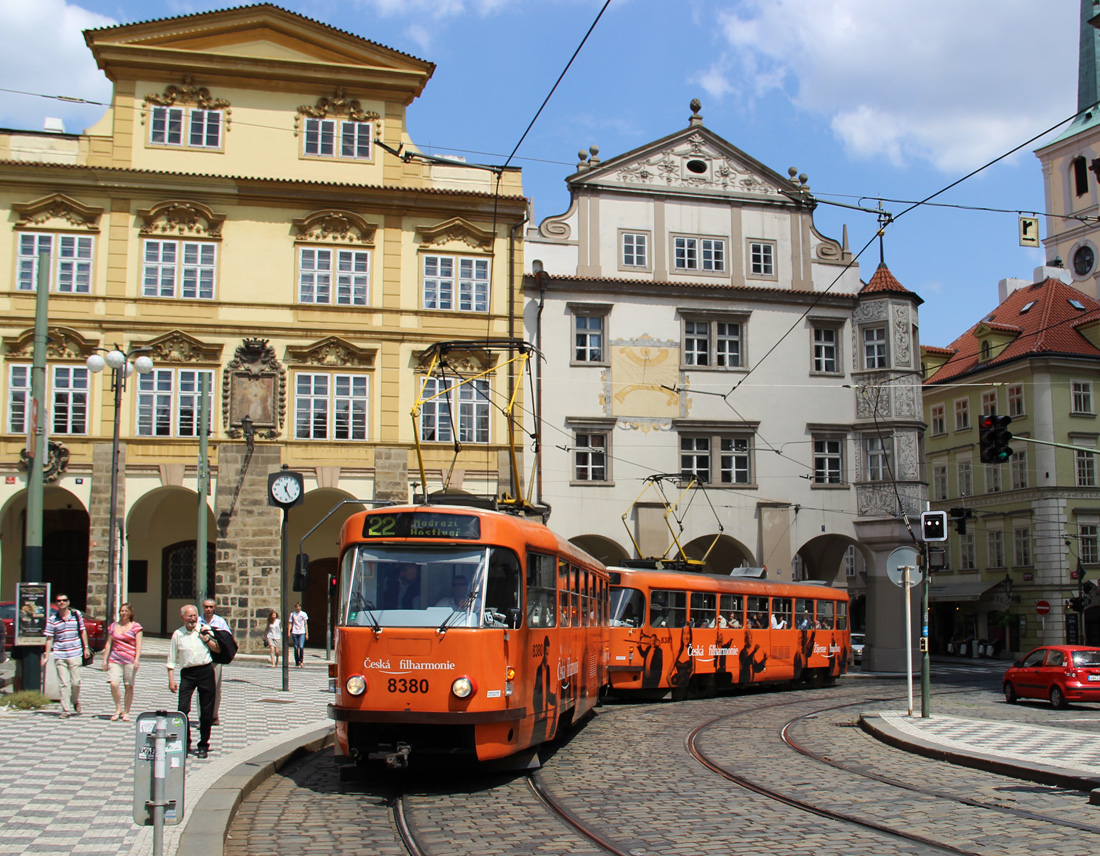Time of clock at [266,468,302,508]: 12:26
